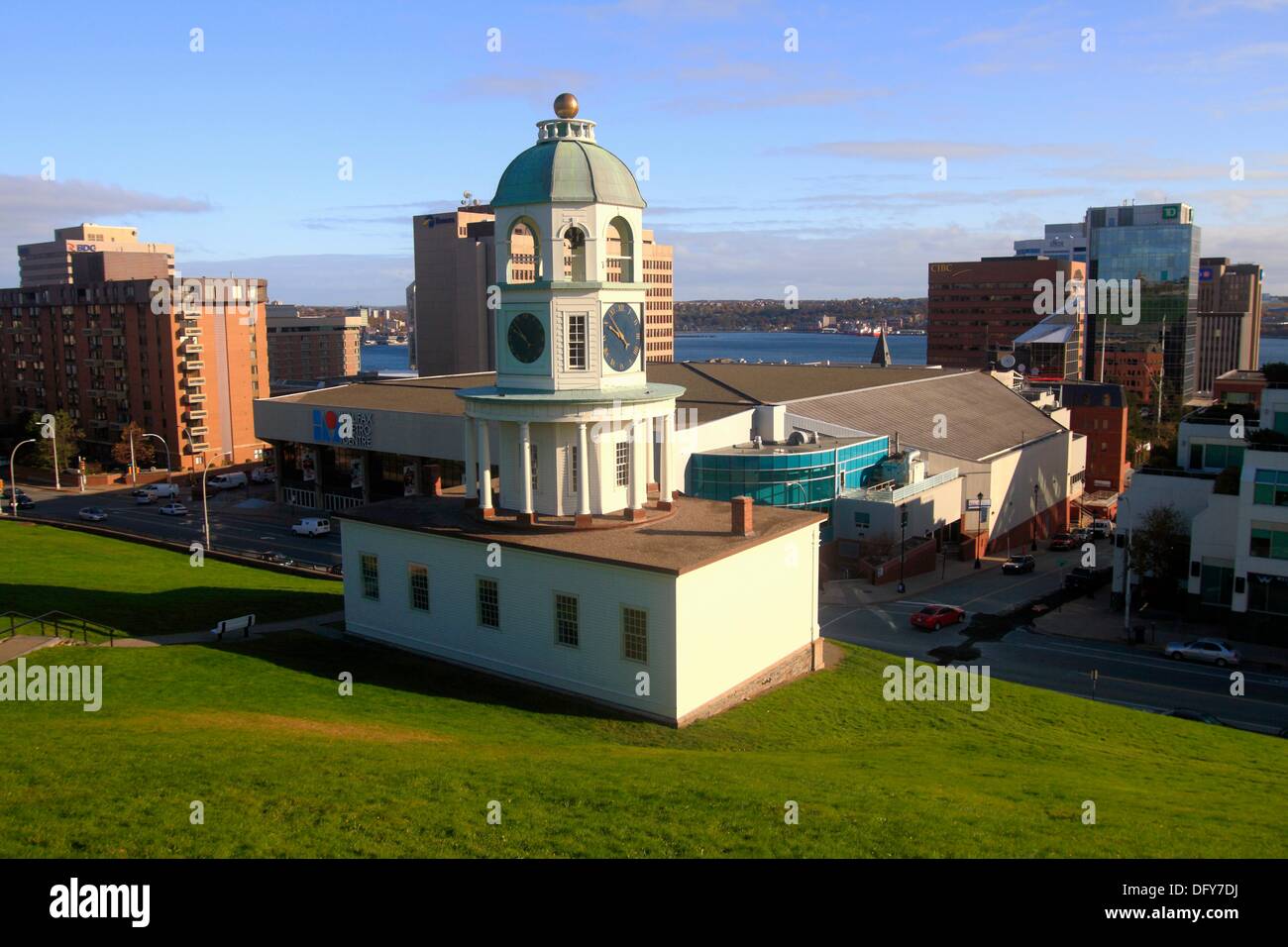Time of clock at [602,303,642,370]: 9:52
